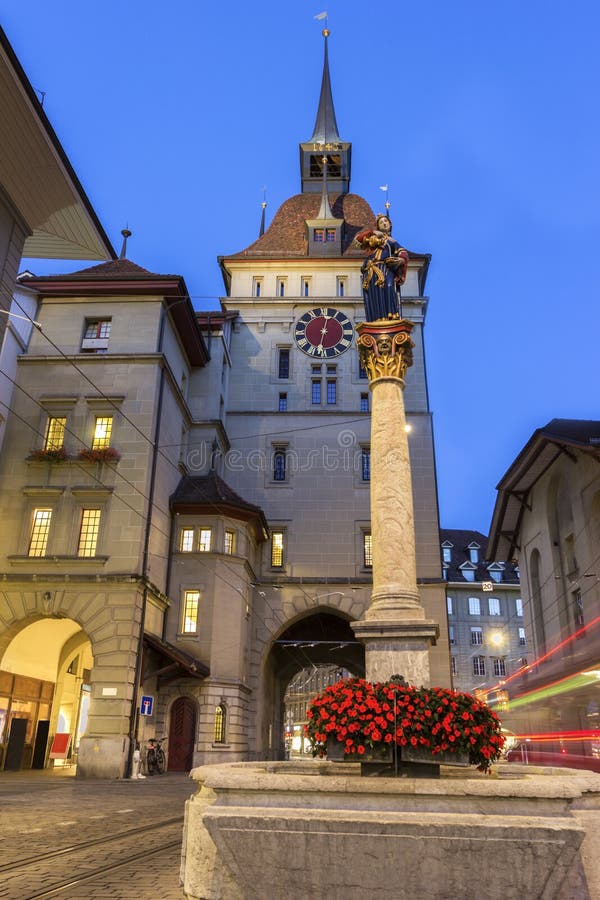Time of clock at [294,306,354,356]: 12:32
